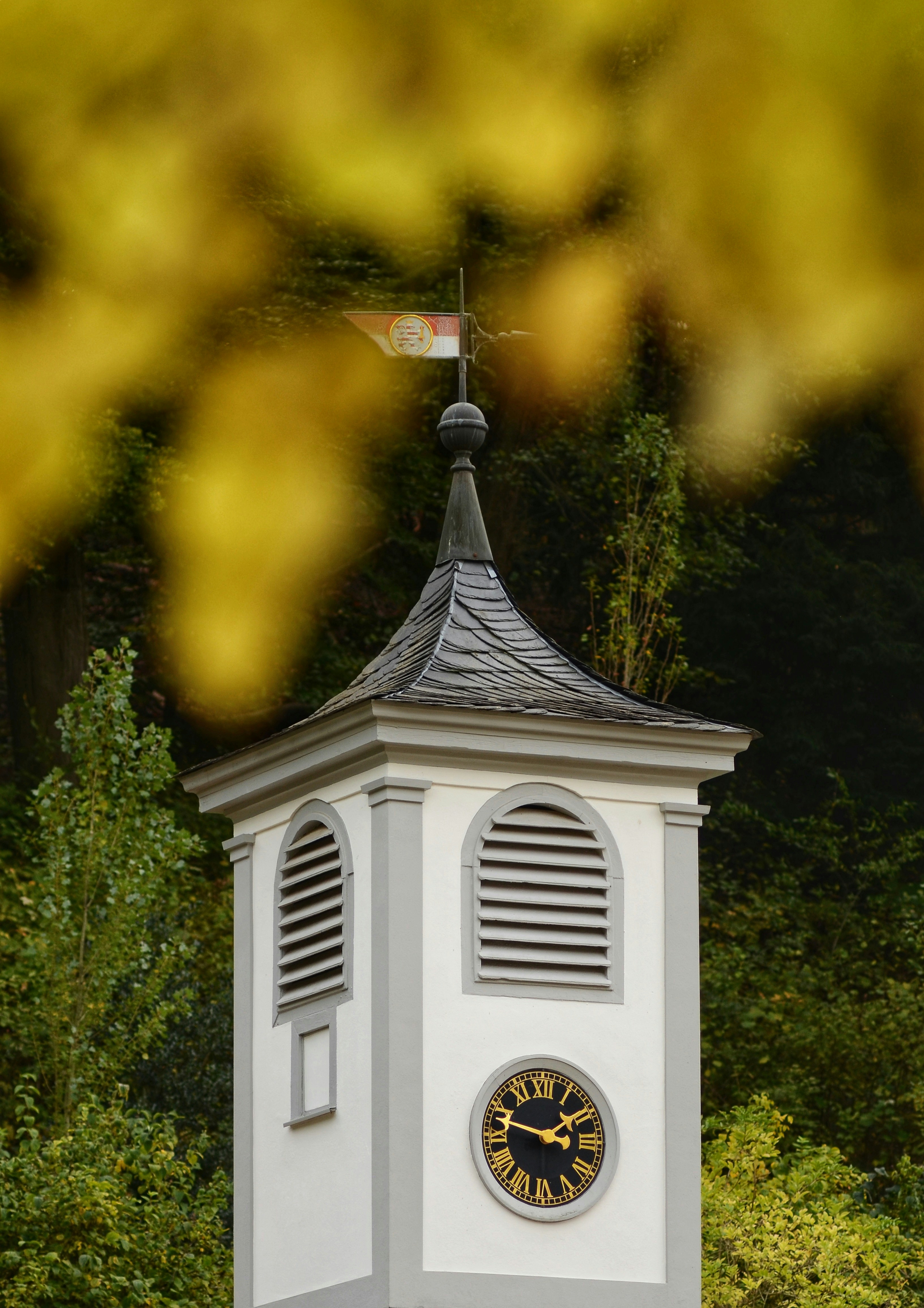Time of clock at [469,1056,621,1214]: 1:47
